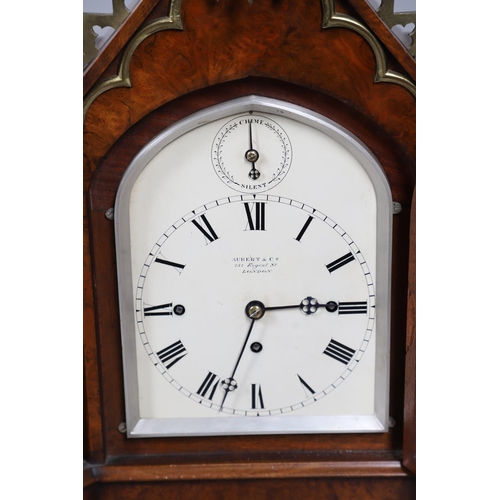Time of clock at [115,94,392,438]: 2:33
